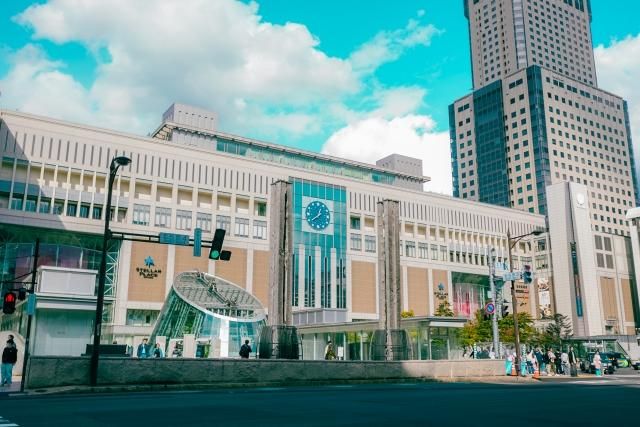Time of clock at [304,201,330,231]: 12:39
